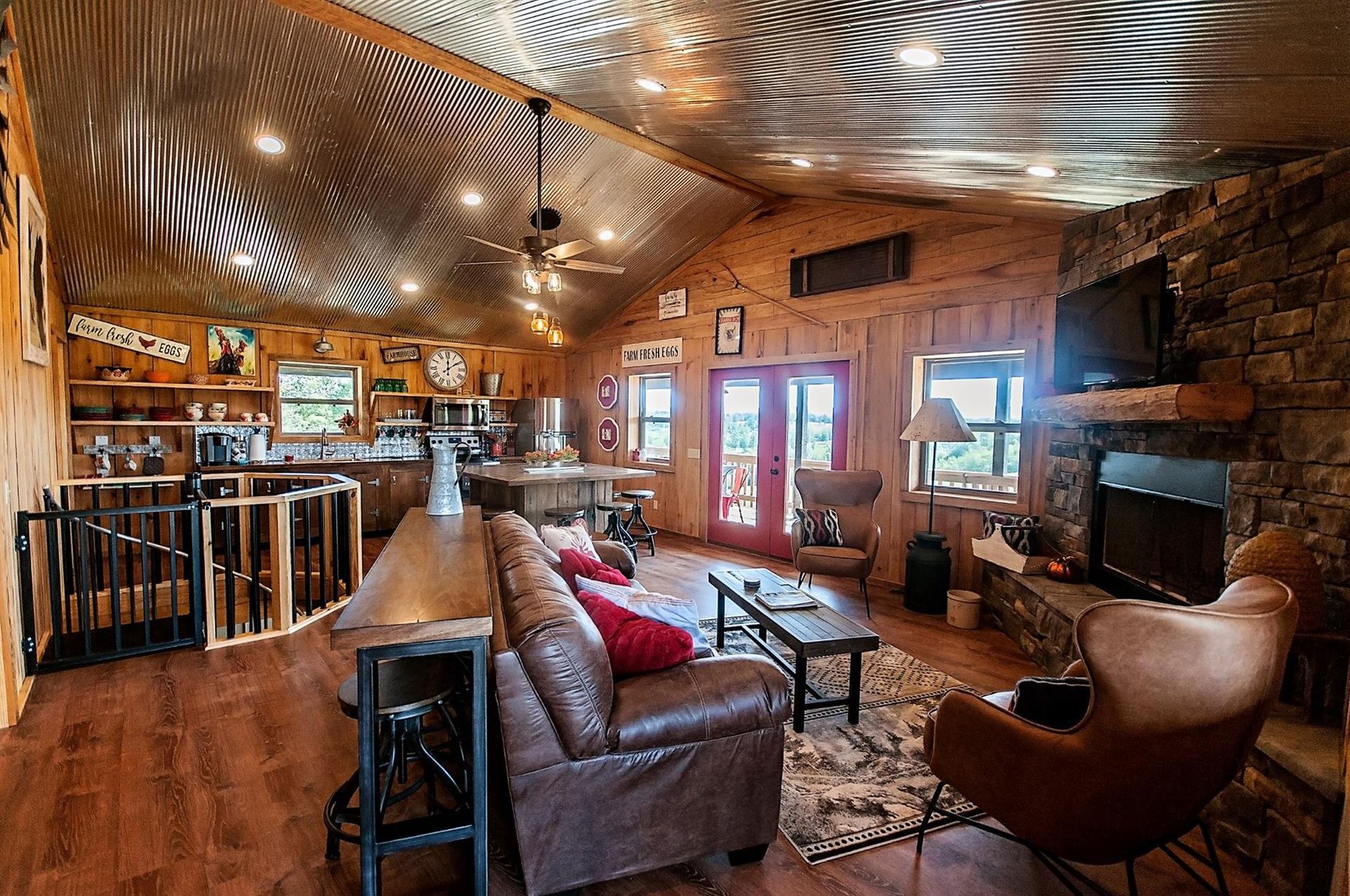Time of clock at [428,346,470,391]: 12:09
